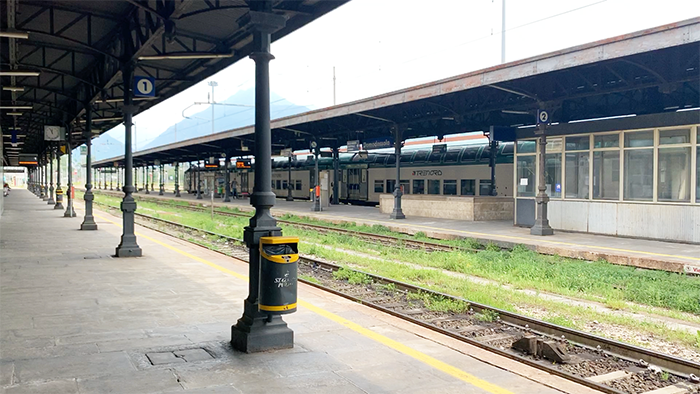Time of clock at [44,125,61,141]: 11:56
